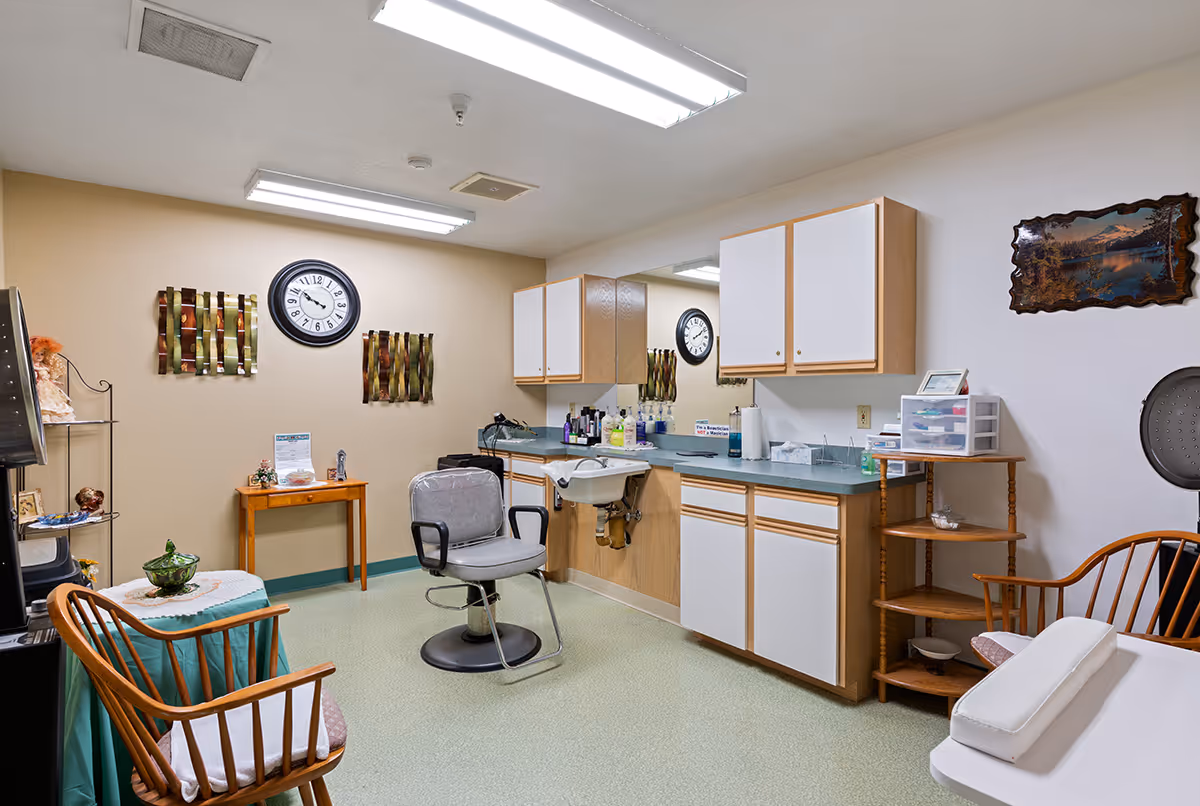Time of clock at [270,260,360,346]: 9:50
